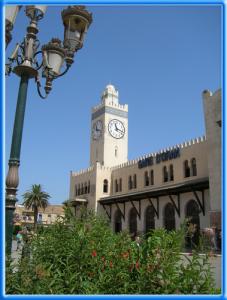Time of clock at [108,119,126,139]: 11:17
